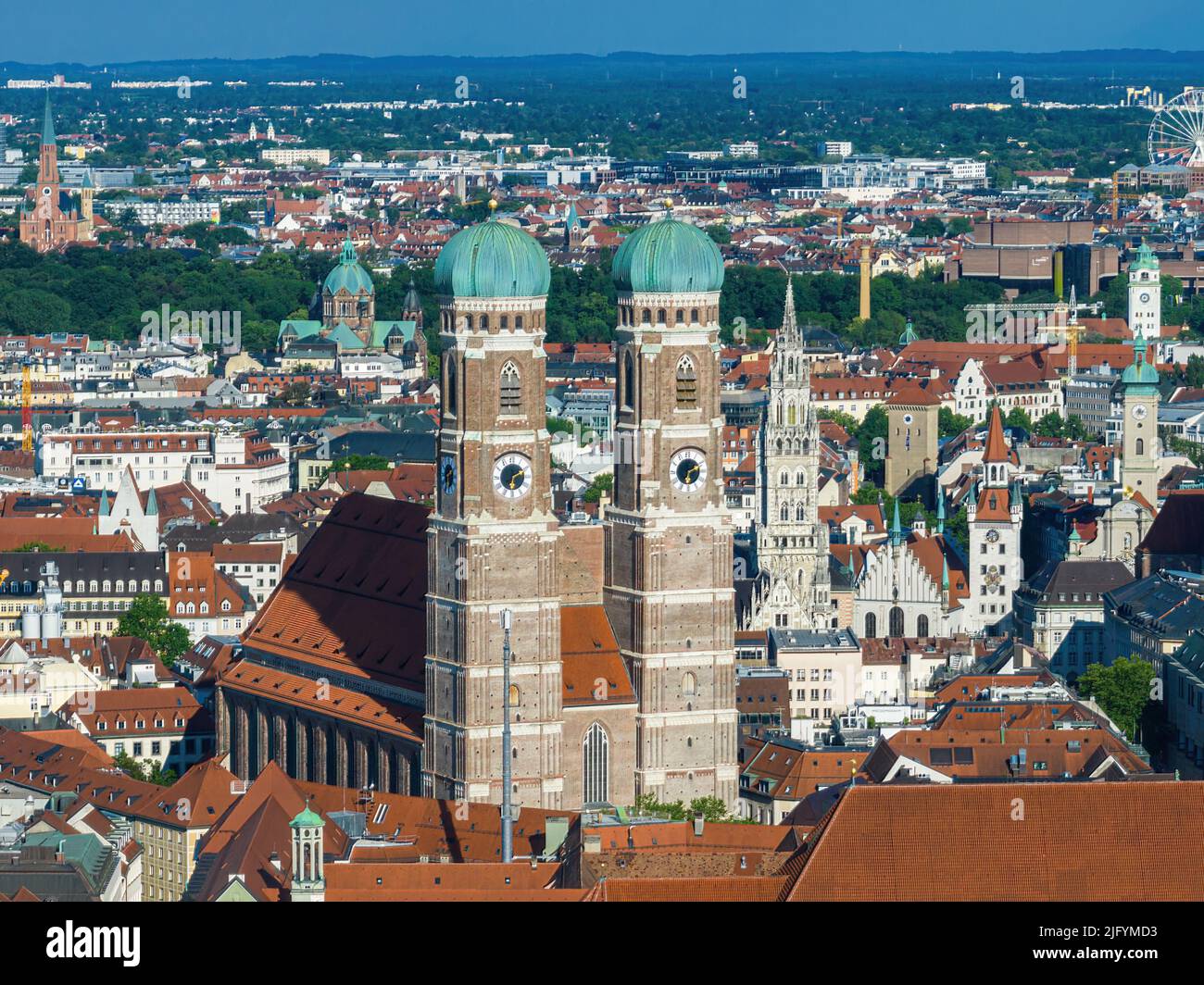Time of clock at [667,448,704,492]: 6:11
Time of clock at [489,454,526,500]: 6:10
